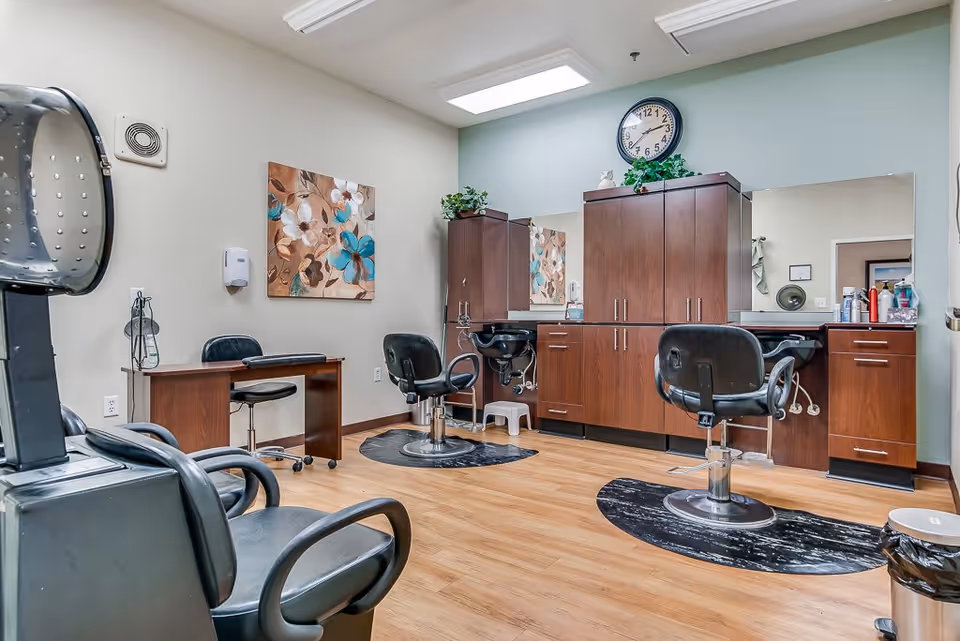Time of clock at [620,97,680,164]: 2:38
